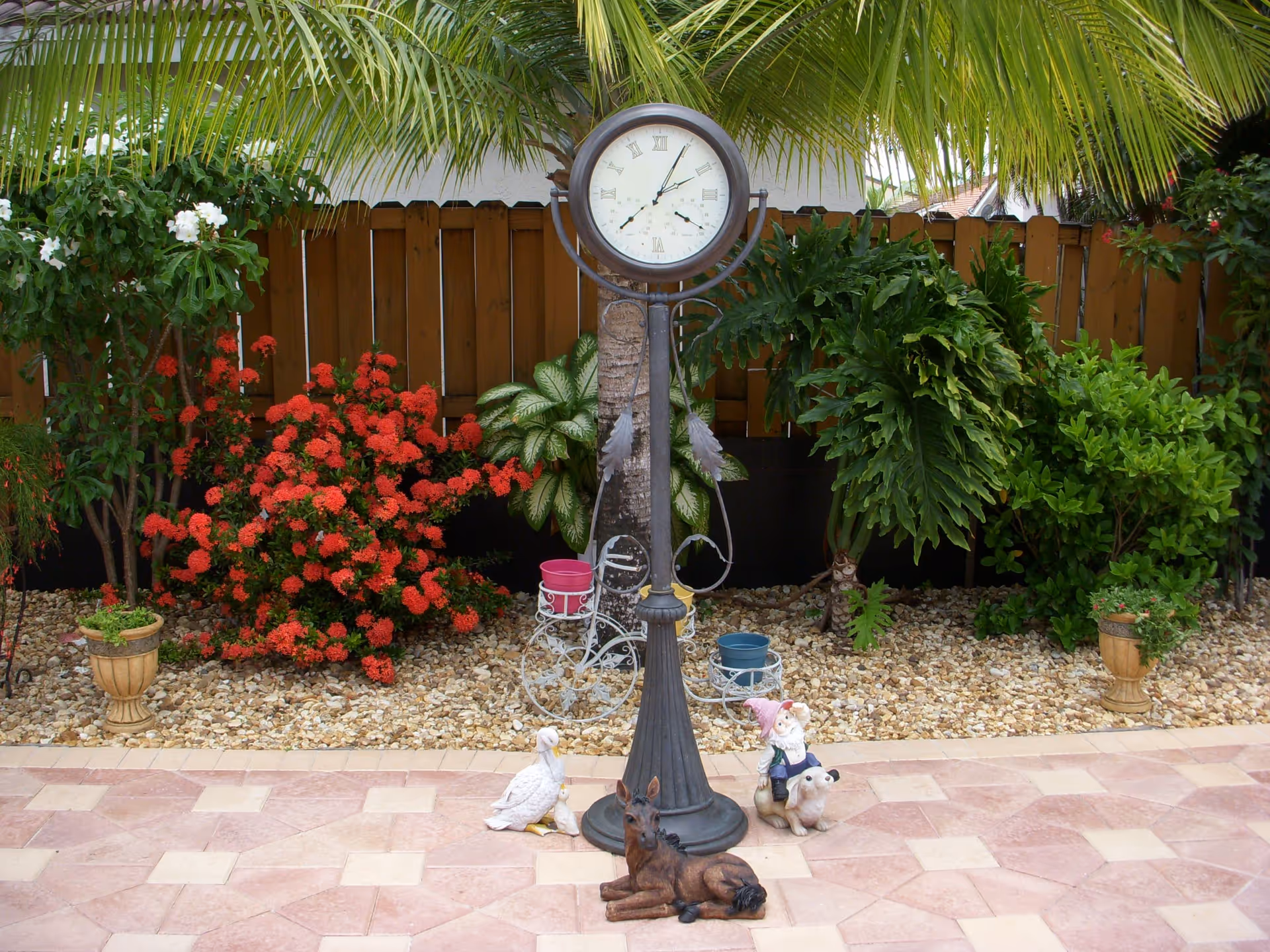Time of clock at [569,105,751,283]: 2:04
